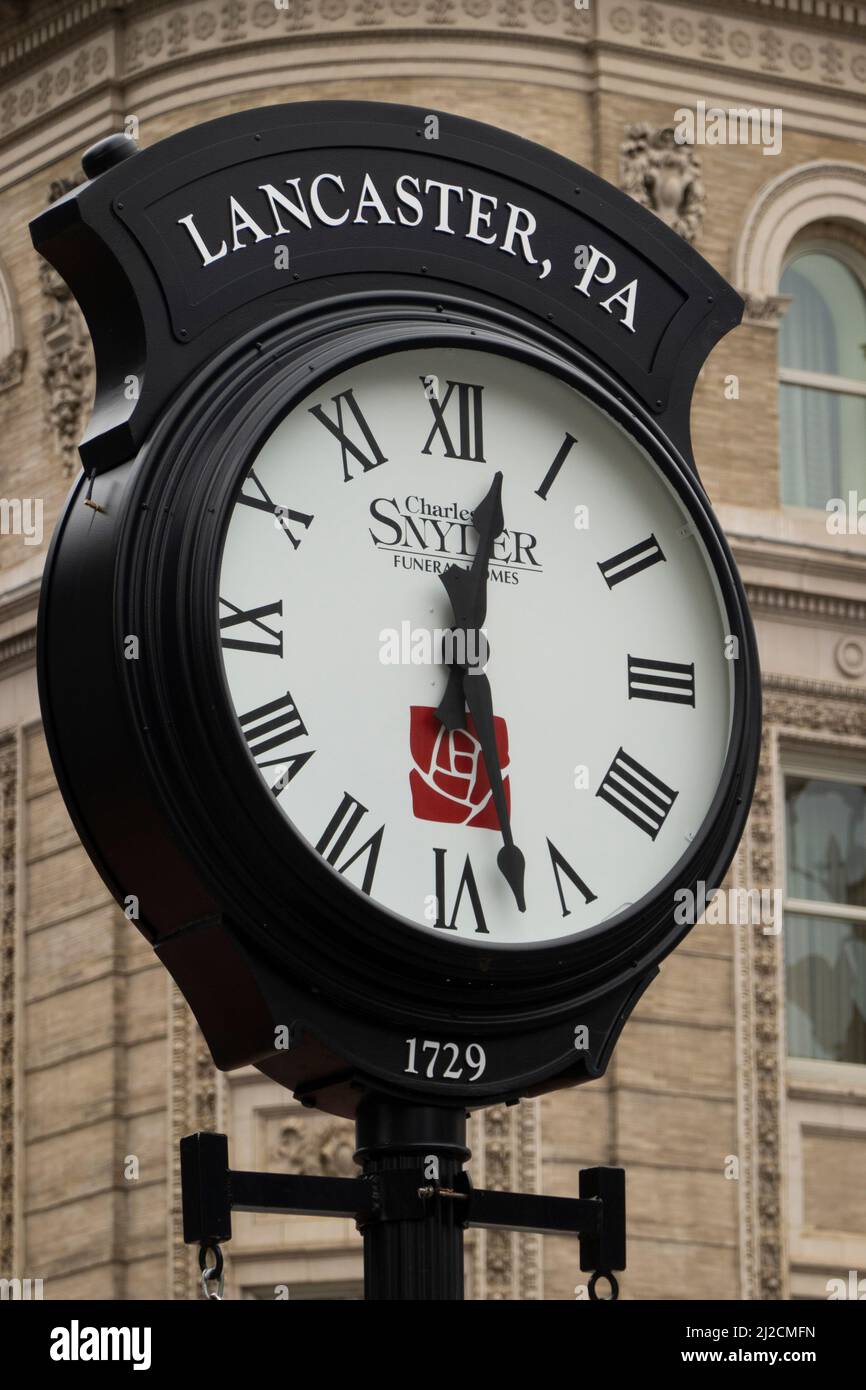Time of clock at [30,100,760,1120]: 12:27
